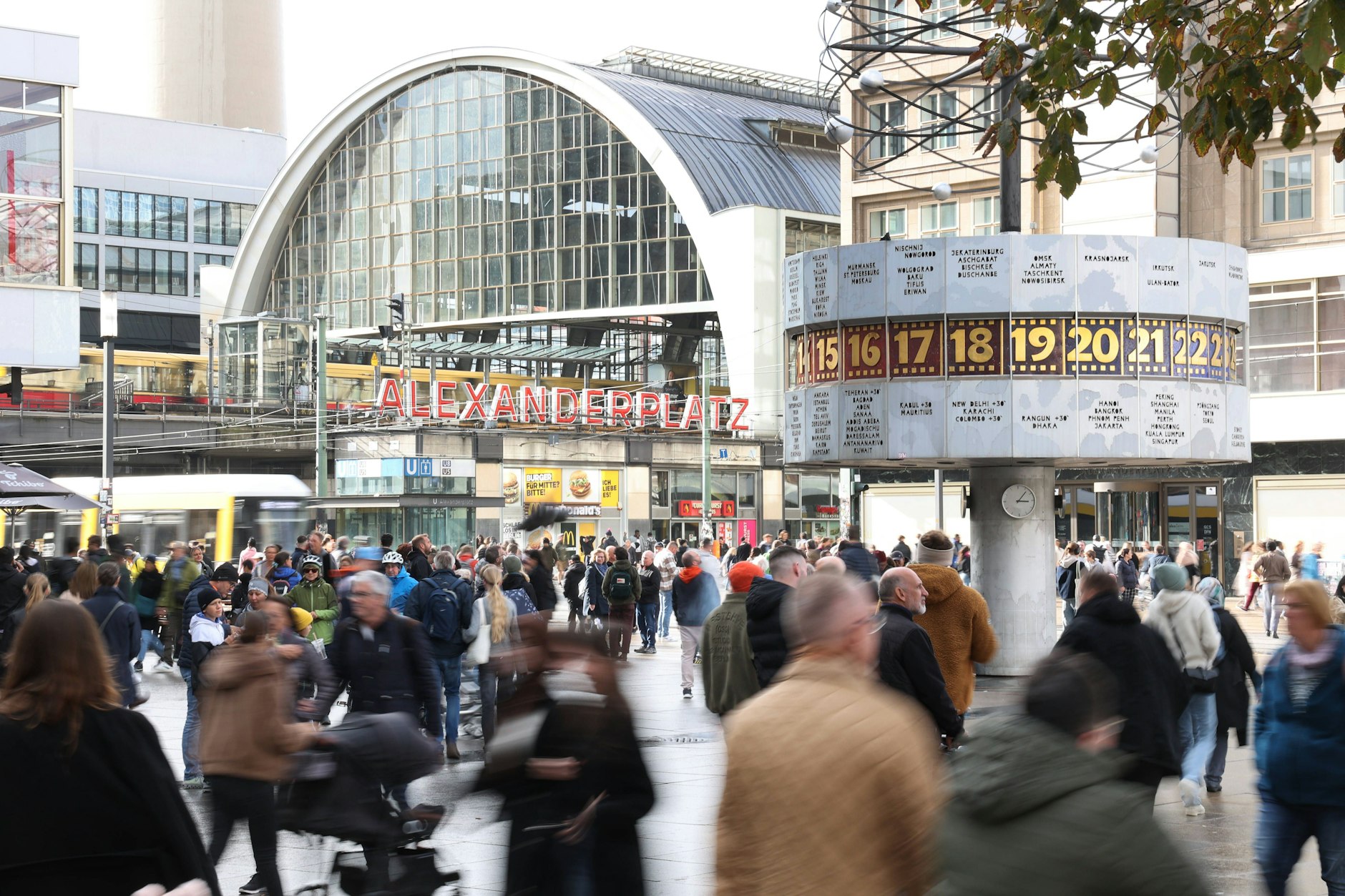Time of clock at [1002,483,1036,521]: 3:06
